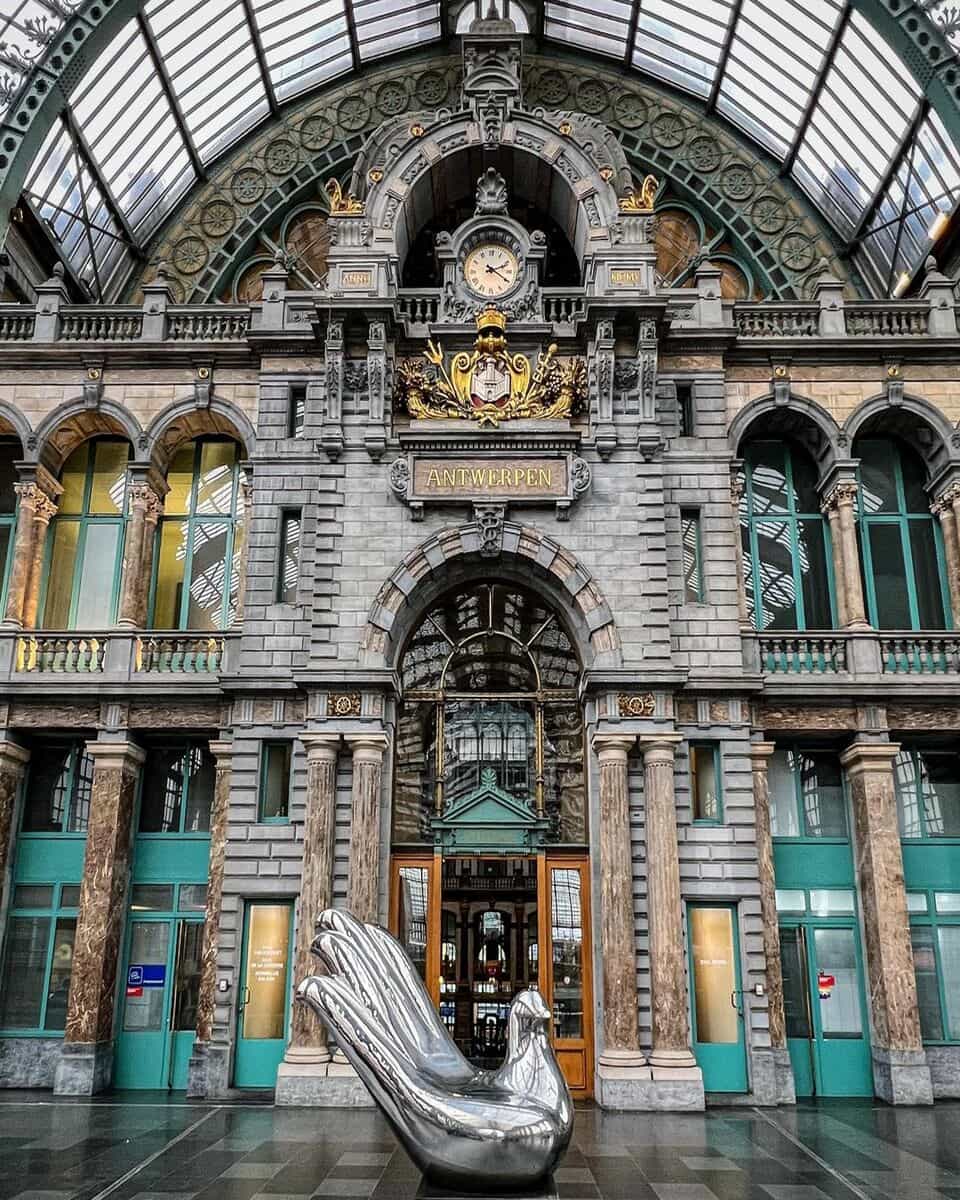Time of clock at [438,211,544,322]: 2:21
